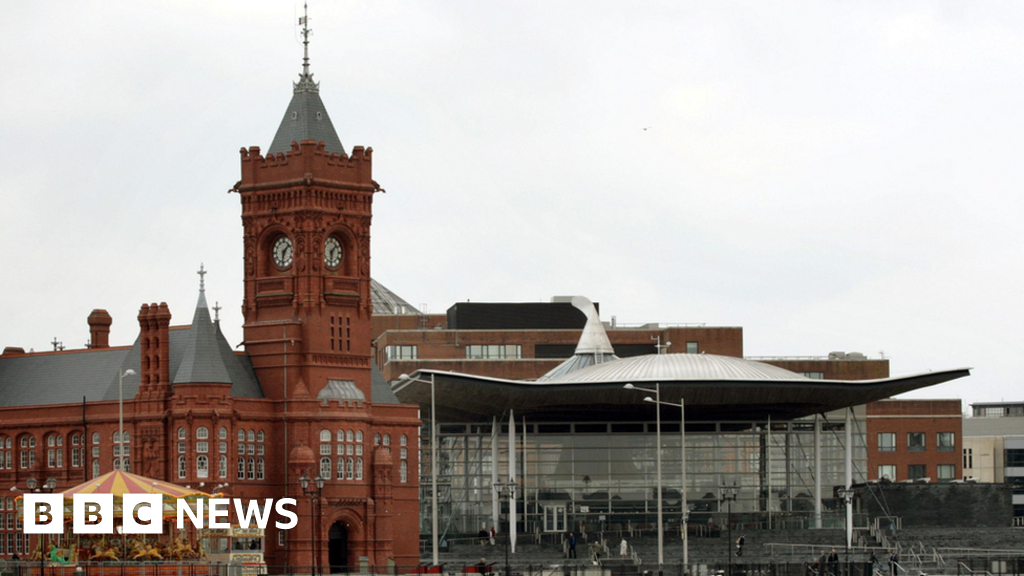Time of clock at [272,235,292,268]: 1:32
